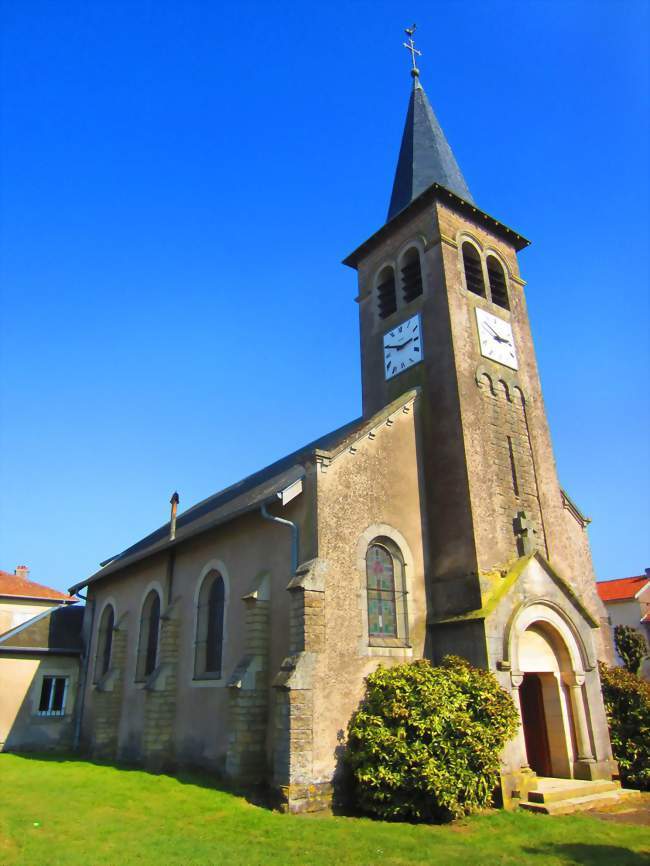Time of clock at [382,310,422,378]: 2:48
